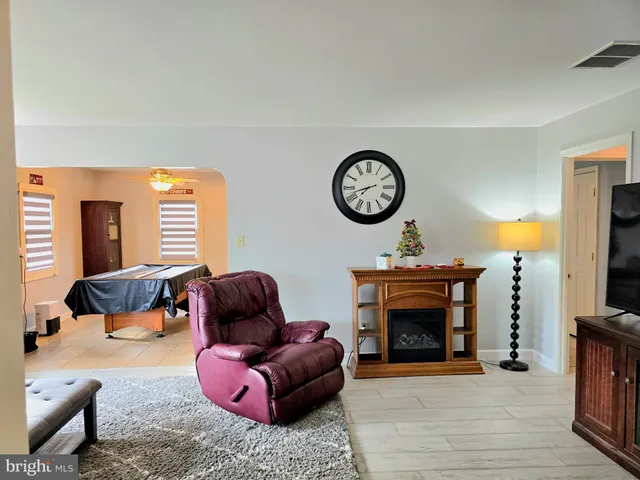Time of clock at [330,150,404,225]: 7:42
